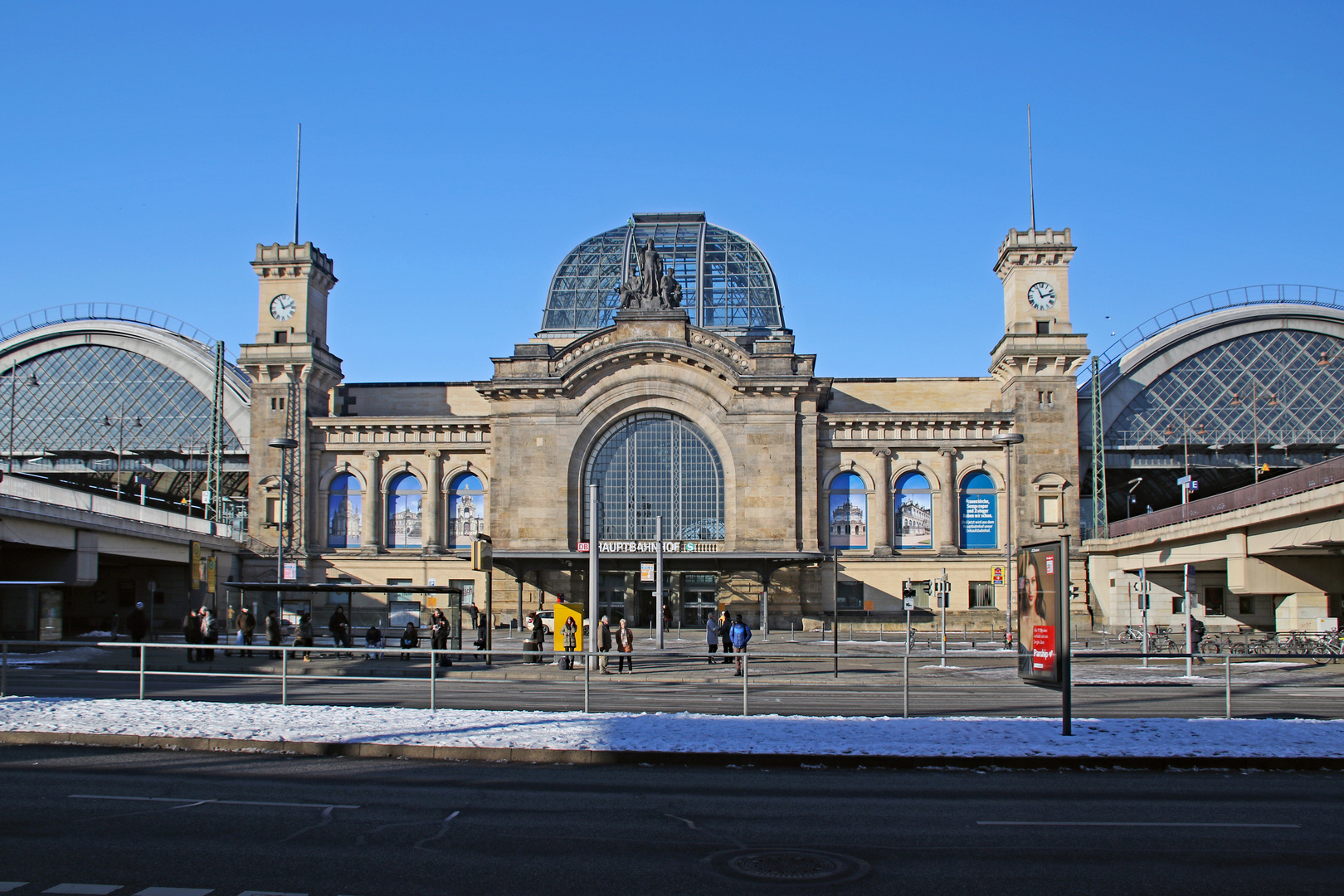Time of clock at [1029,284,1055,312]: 11:12
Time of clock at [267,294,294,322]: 11:11
